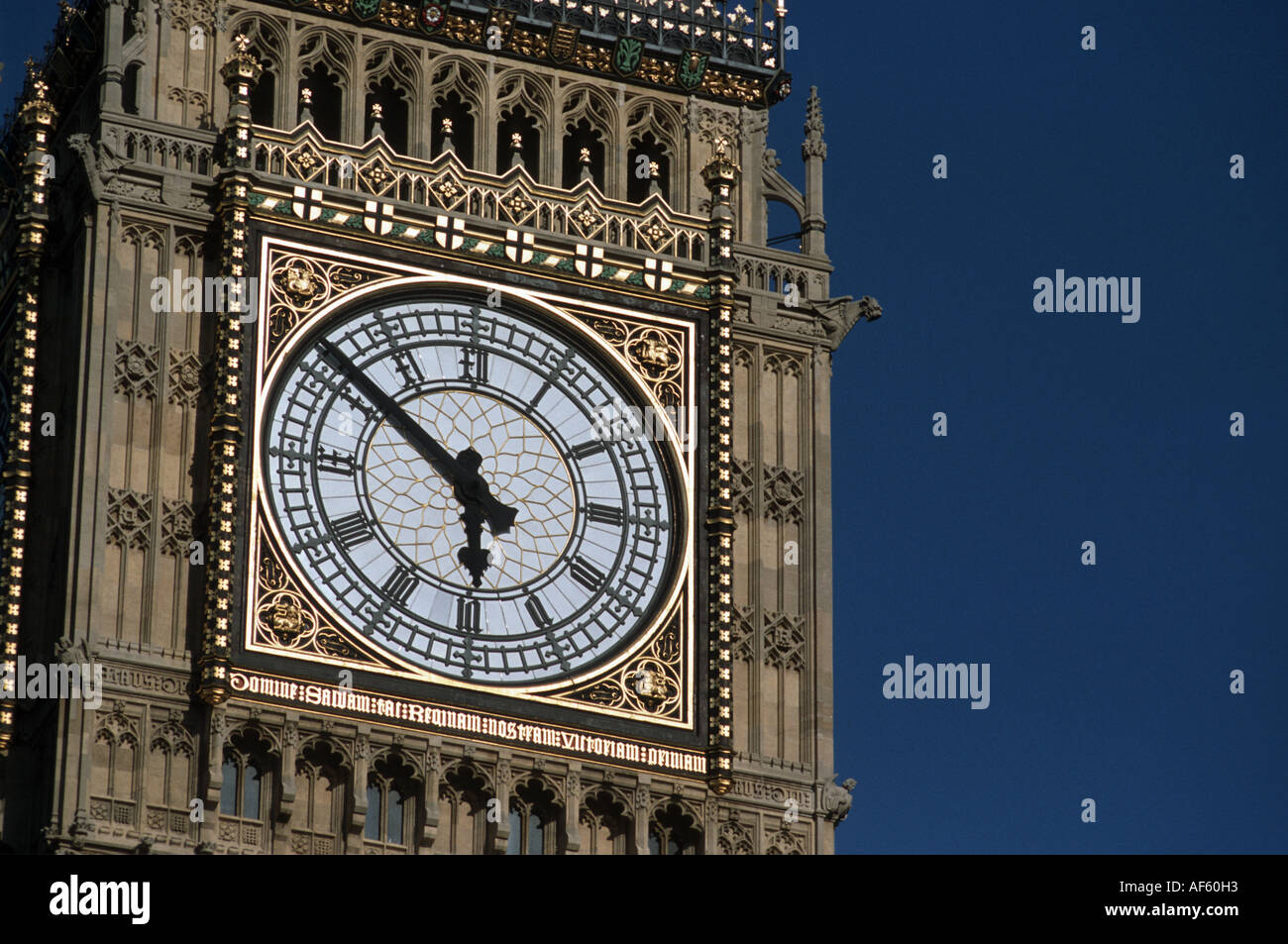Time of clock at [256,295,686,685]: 5:51
